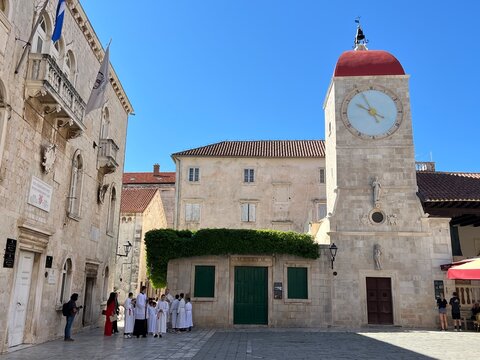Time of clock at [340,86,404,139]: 9:55
